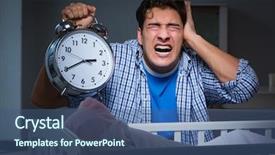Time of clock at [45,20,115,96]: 2:40
